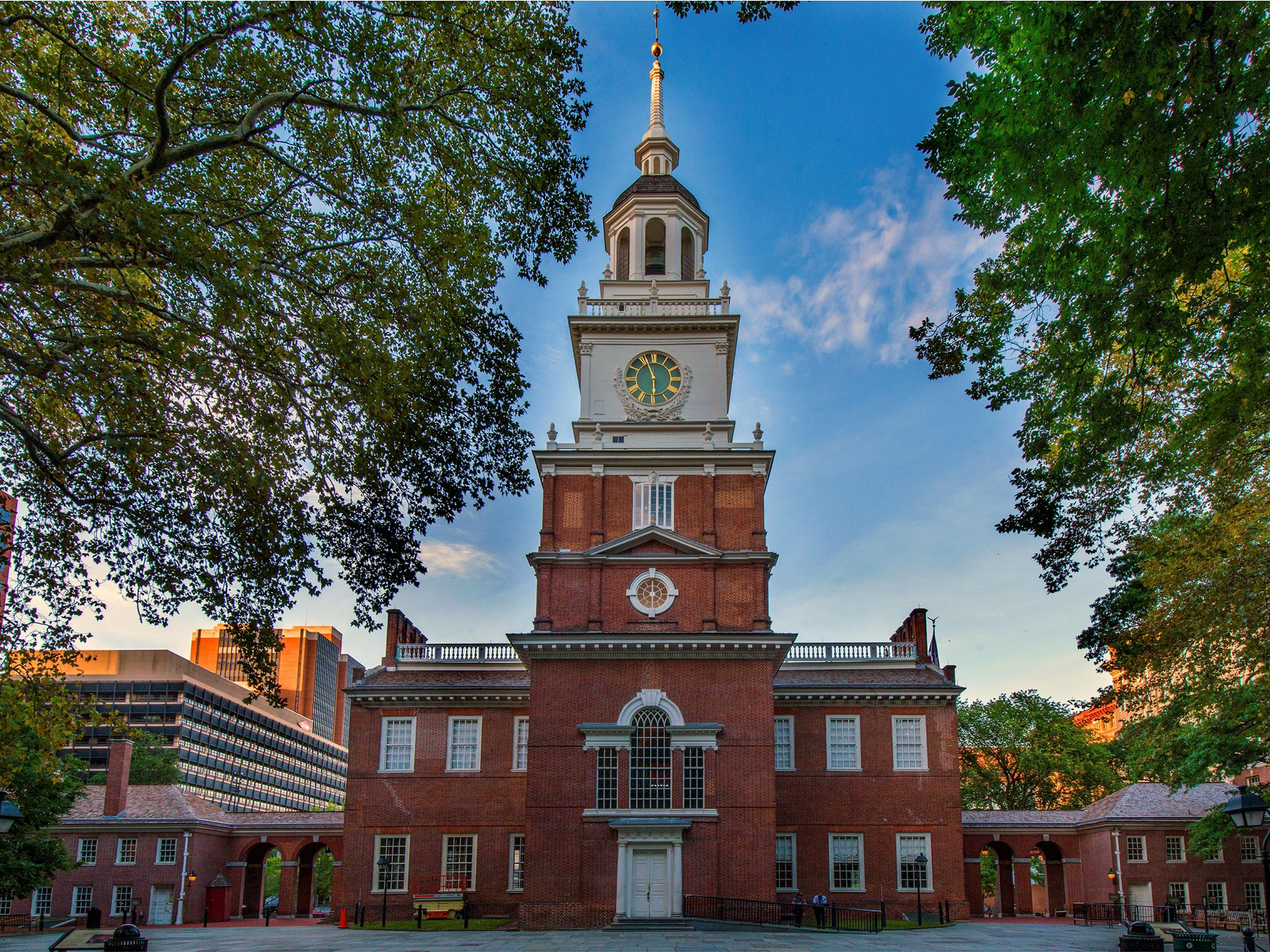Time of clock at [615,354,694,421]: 5:56
